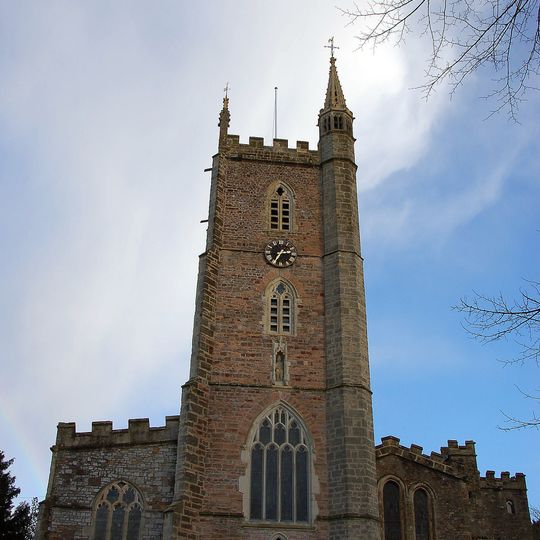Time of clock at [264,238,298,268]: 2:35
